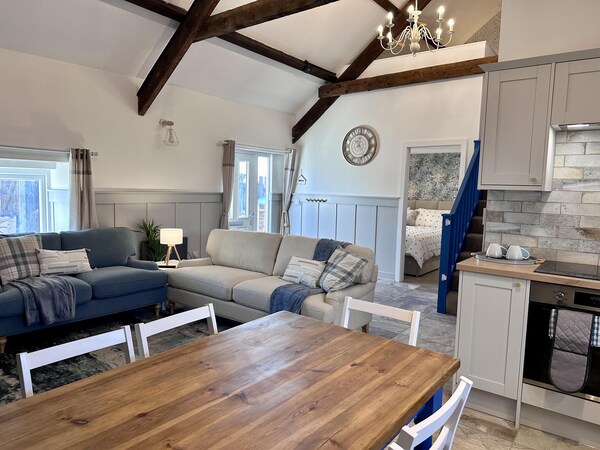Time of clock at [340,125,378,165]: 12:24
